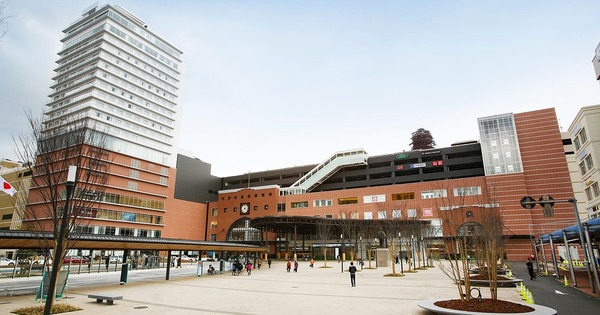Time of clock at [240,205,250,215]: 3:37
